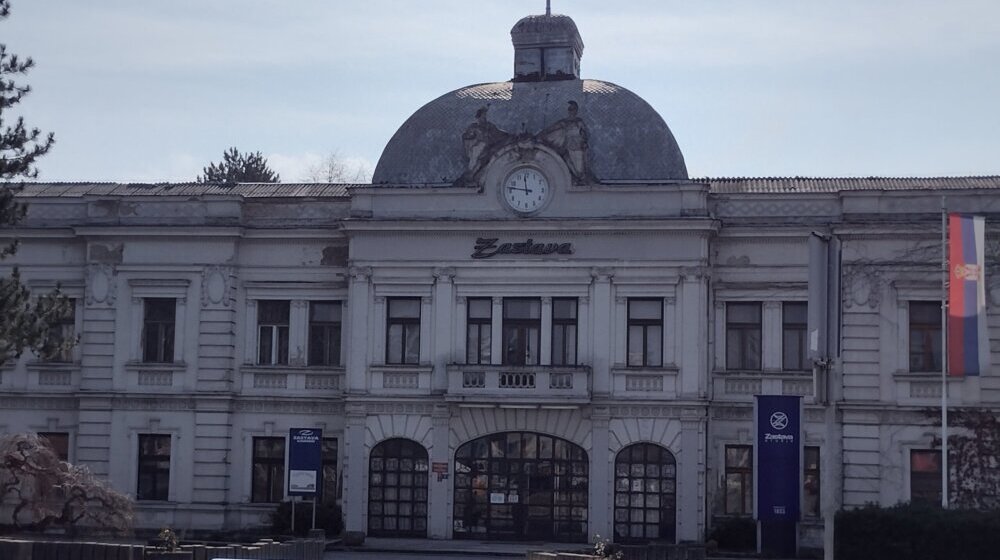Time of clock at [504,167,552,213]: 11:46
